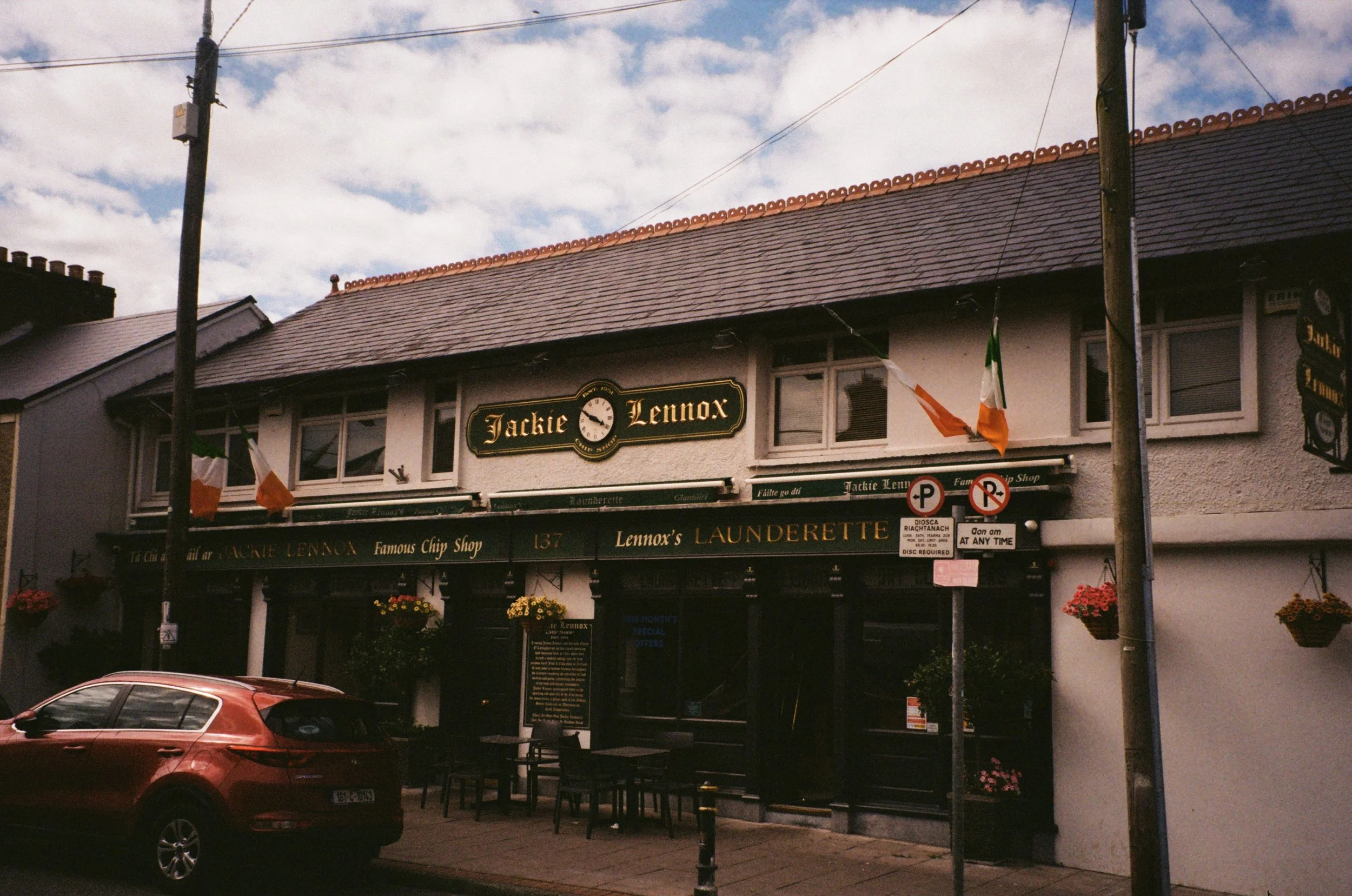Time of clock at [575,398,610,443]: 3:49
